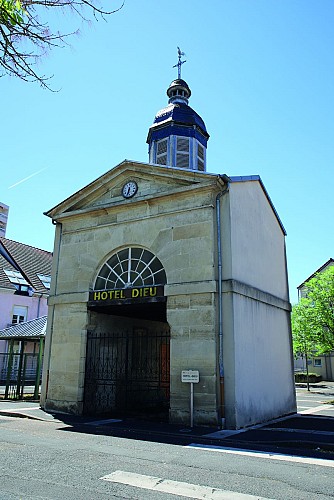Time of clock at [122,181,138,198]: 6:32
